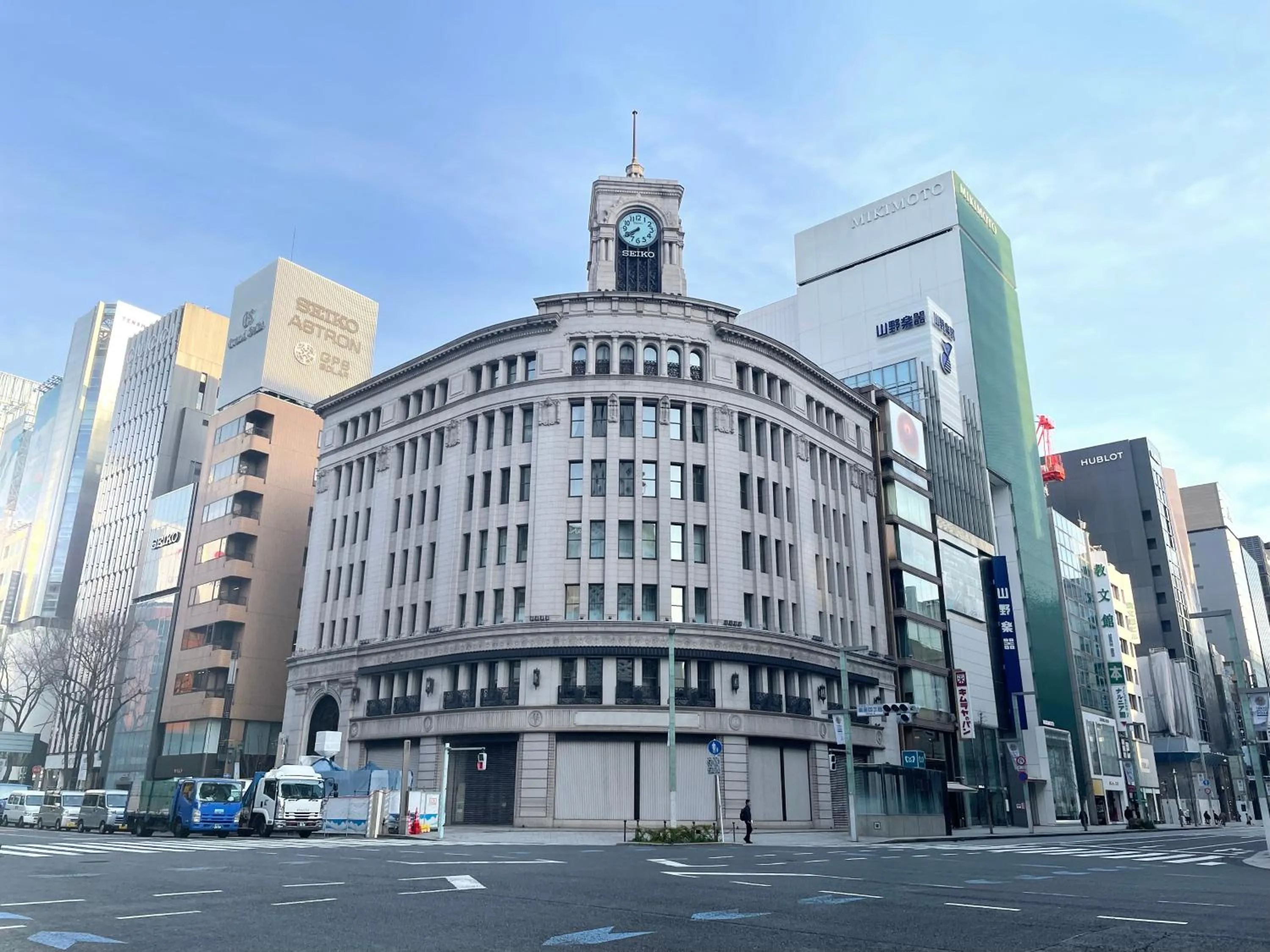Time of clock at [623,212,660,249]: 7:39
